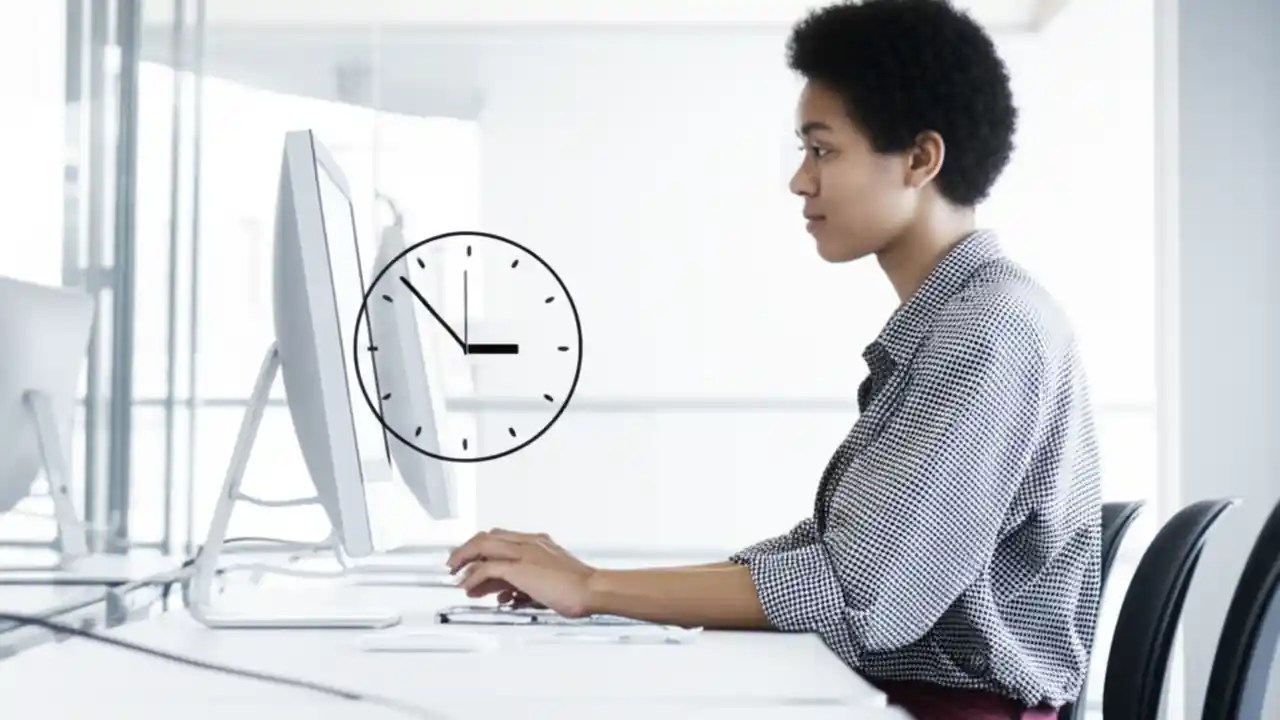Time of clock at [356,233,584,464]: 2:52
